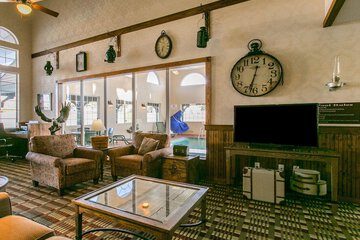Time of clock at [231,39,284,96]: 12:32
